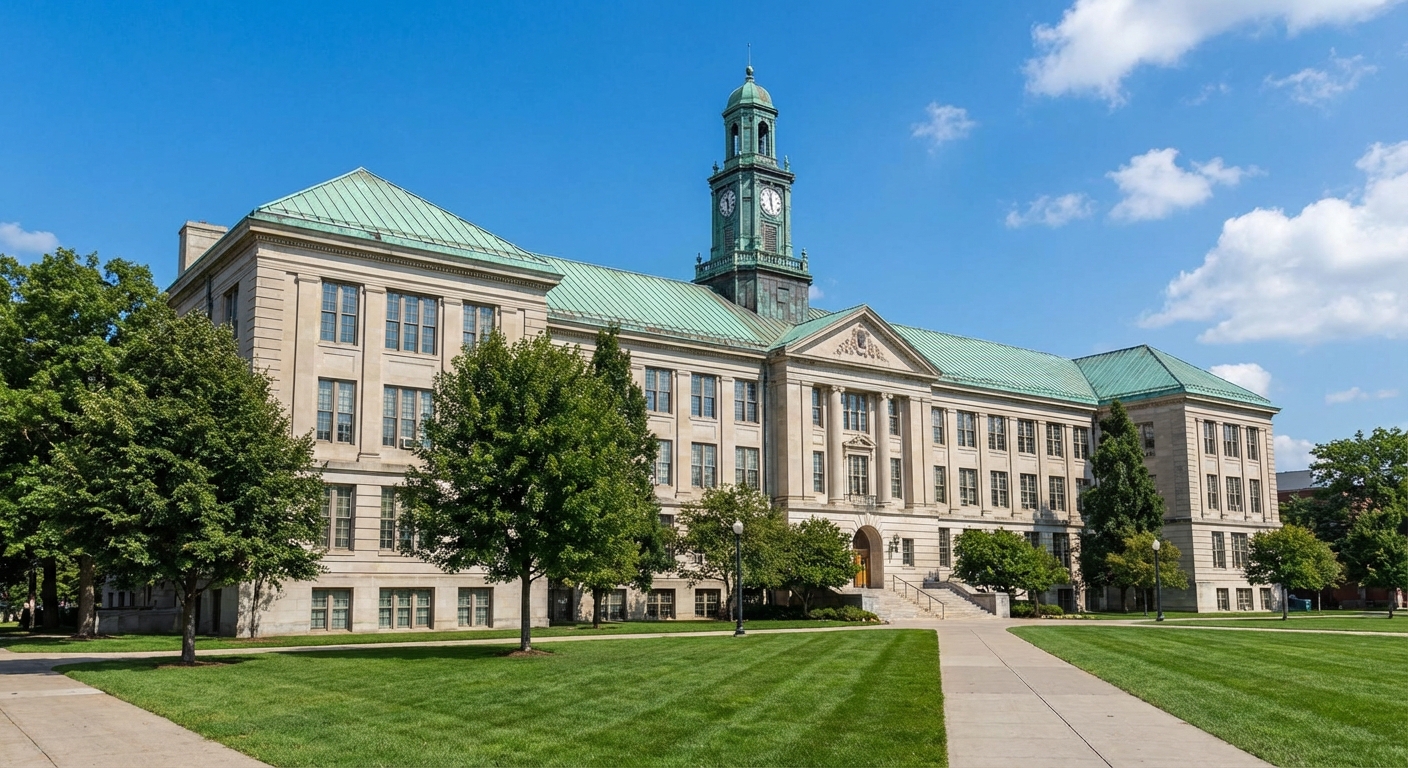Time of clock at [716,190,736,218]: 11:28
